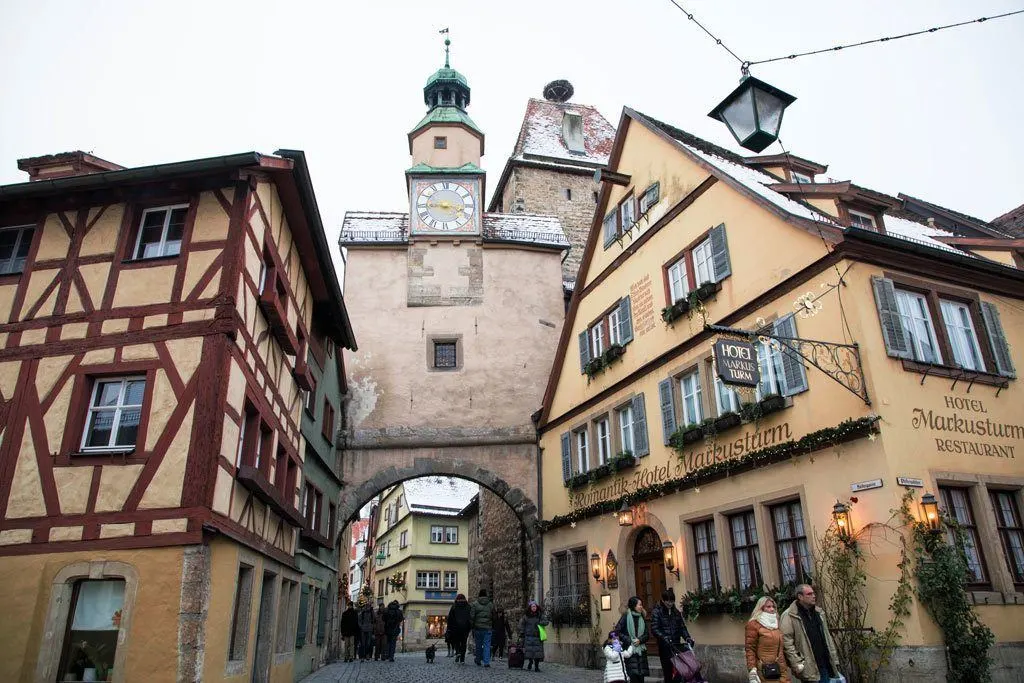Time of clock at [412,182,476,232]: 3:44
